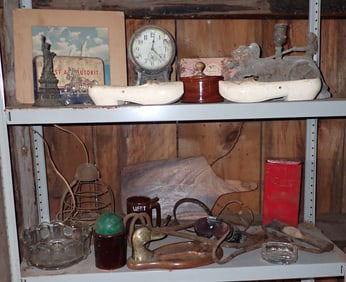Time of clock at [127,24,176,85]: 12:22
